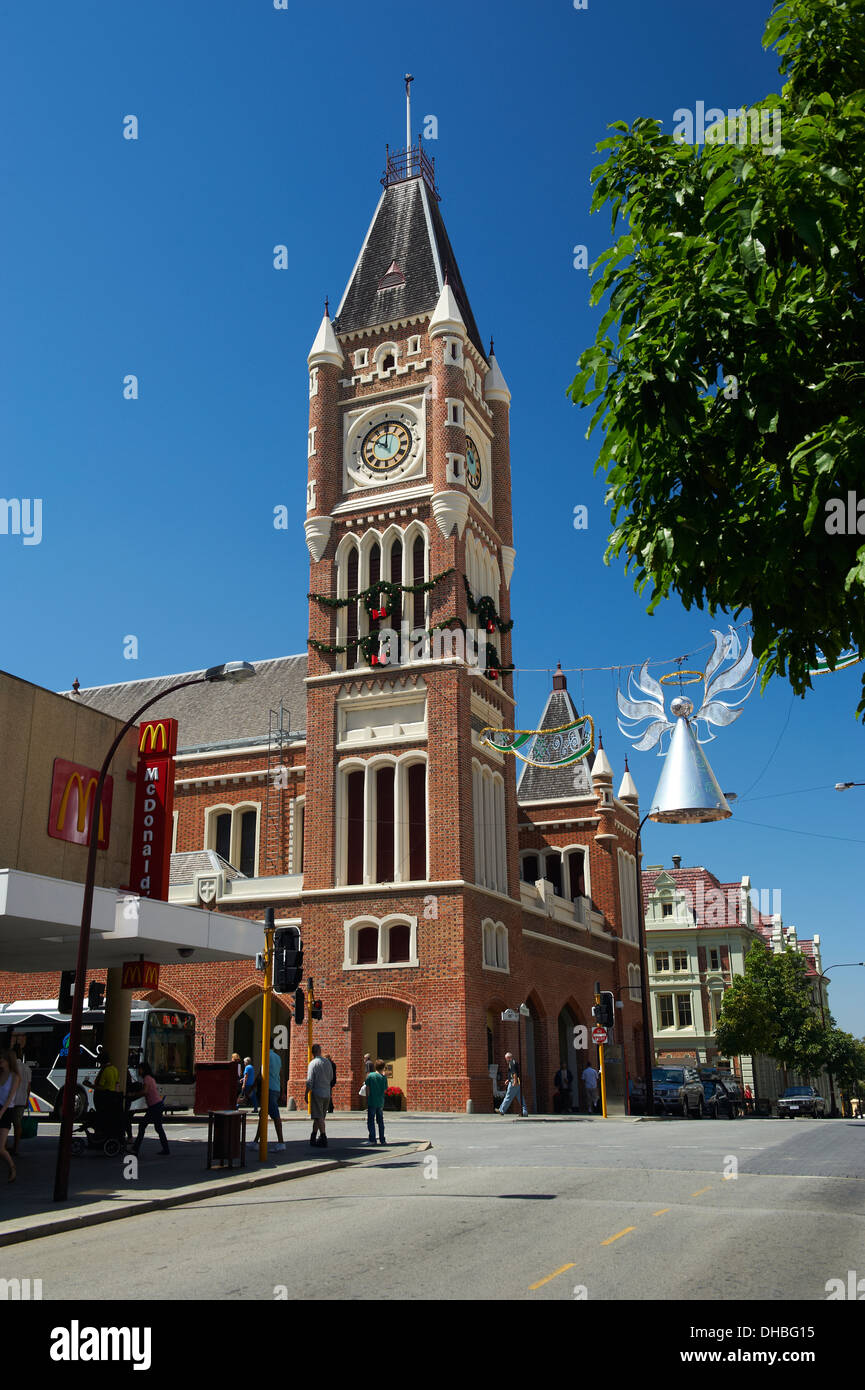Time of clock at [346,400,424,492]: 10:00
